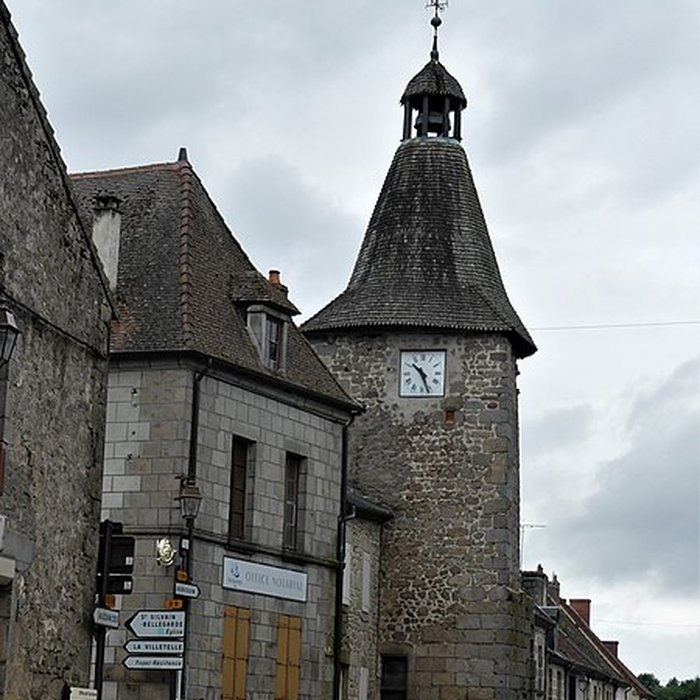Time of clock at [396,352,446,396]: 10:26
